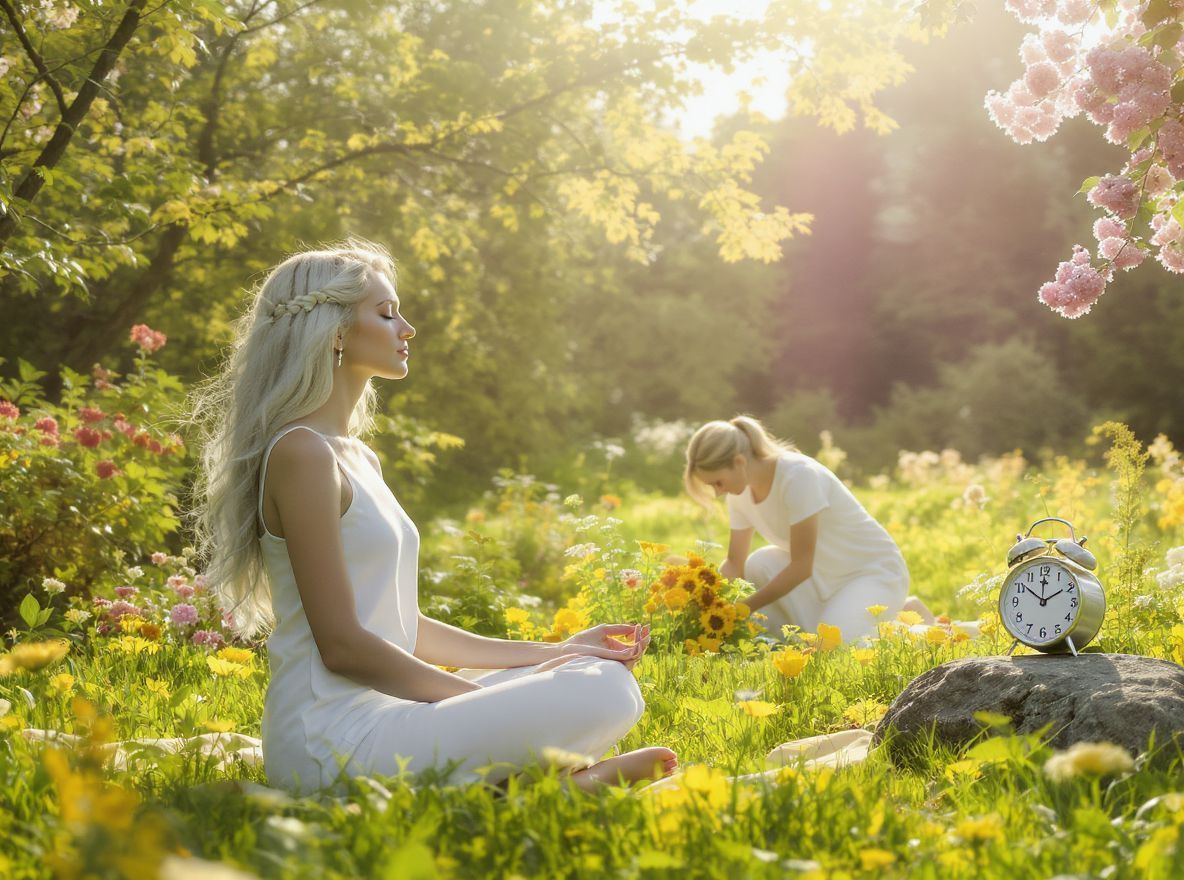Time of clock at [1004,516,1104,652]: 1:51
